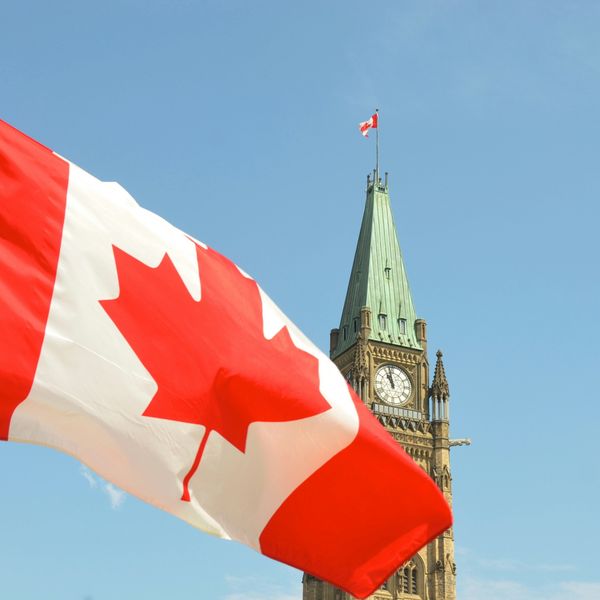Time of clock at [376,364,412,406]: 10:58
